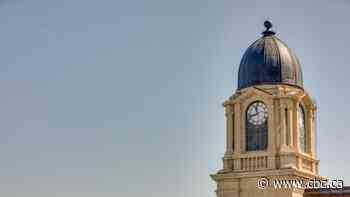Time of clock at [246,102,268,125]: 11:42
